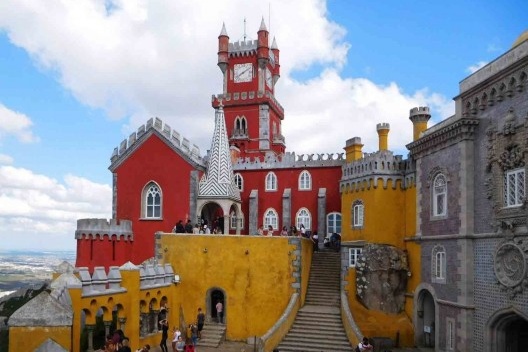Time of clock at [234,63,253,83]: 8:09
